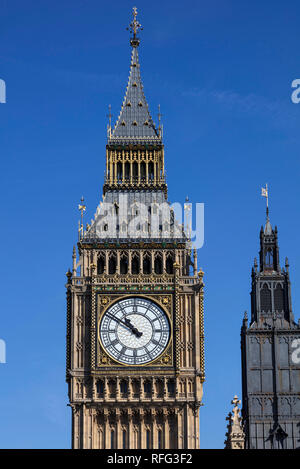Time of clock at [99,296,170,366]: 10:50
